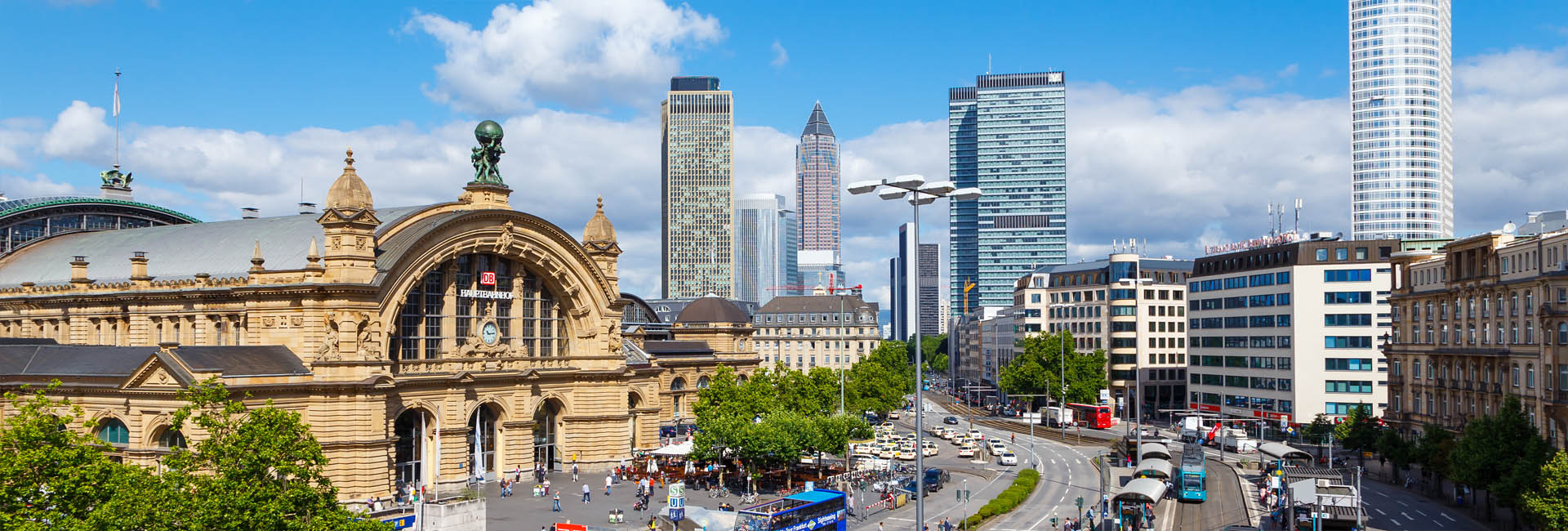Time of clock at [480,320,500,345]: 10:14
